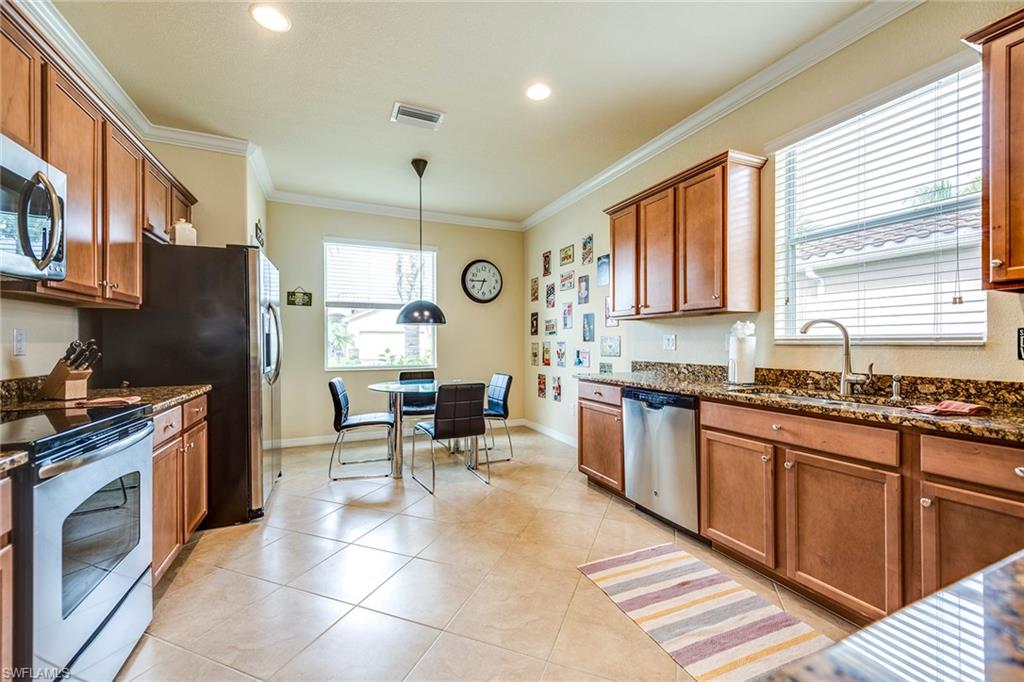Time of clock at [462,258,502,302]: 6:44
